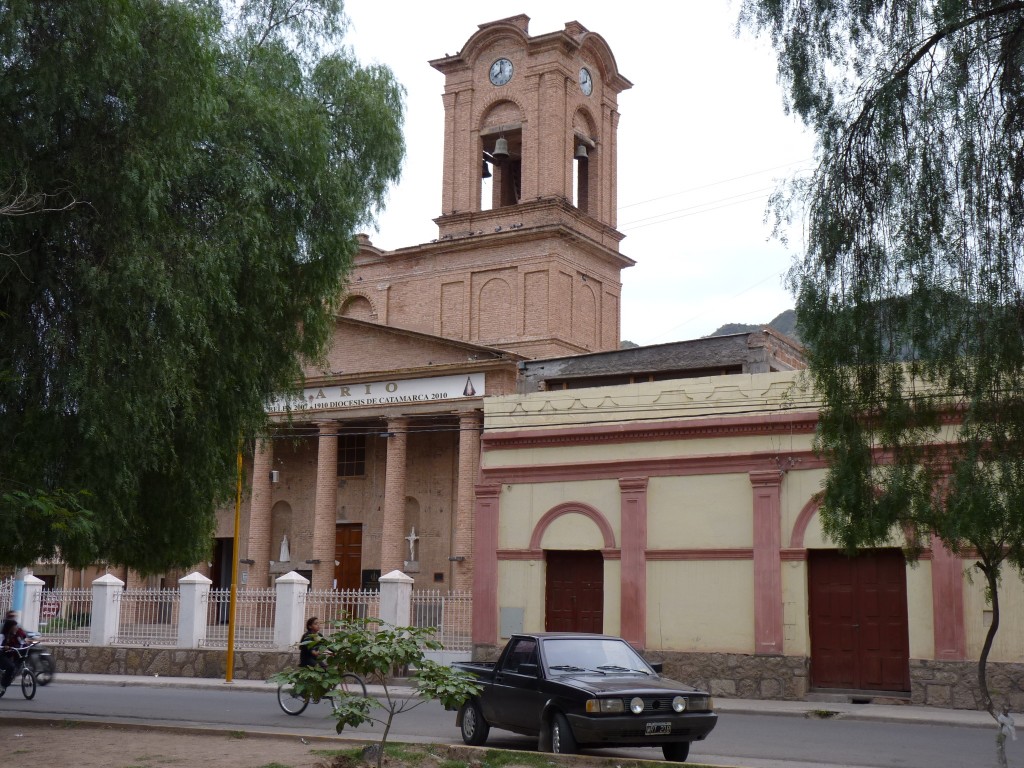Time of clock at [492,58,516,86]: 7:59
